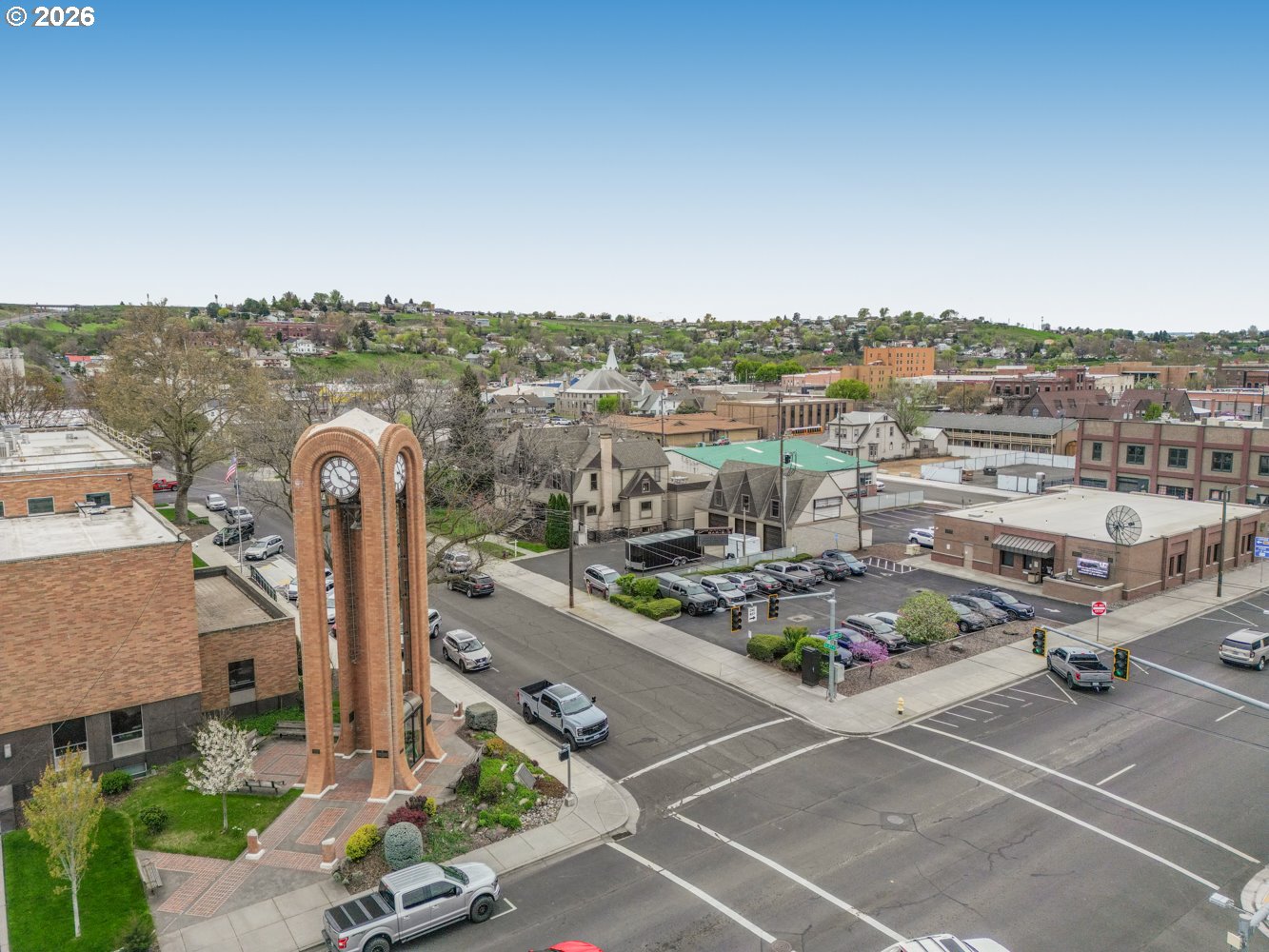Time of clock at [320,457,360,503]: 3:54
